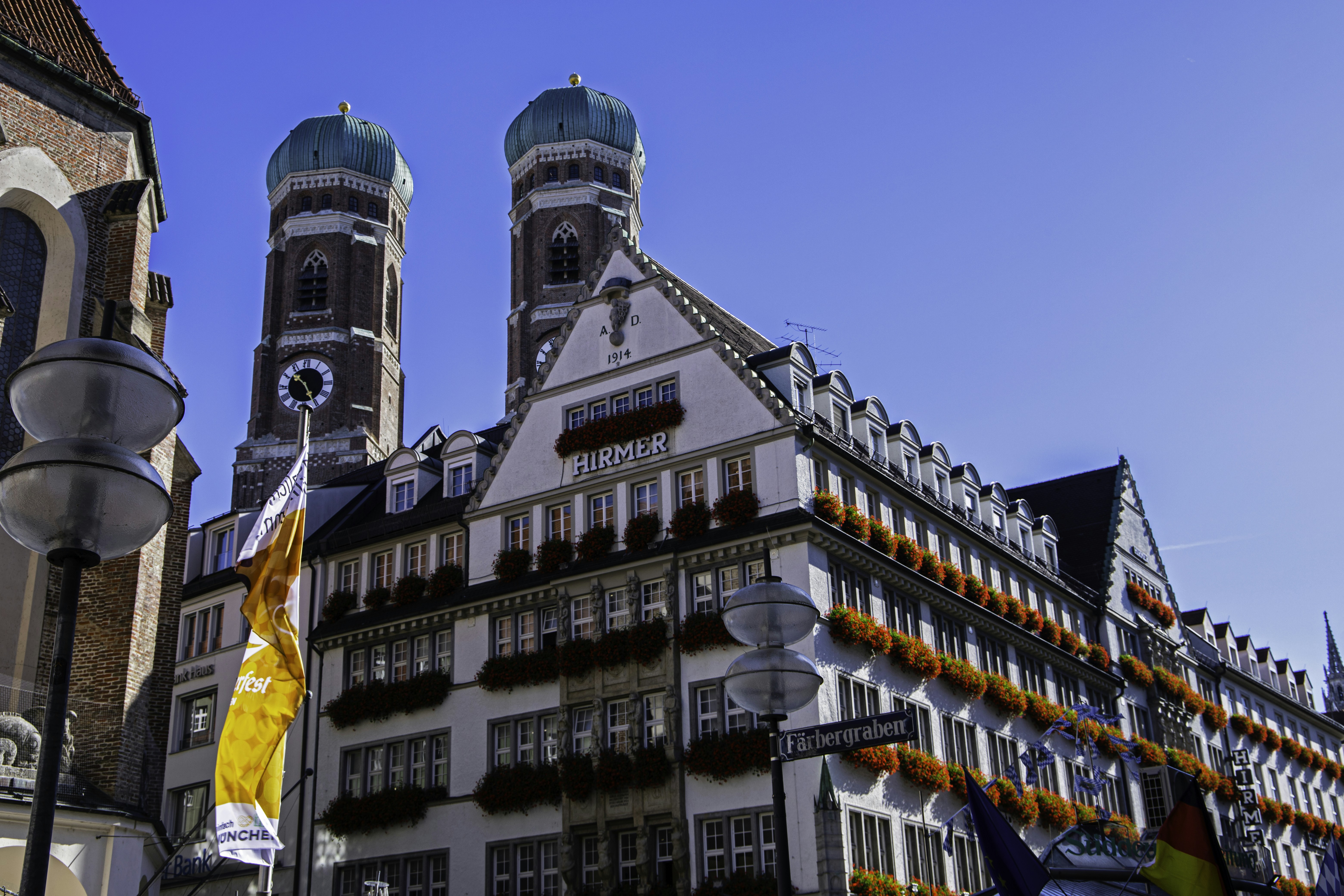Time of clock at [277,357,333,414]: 10:25
